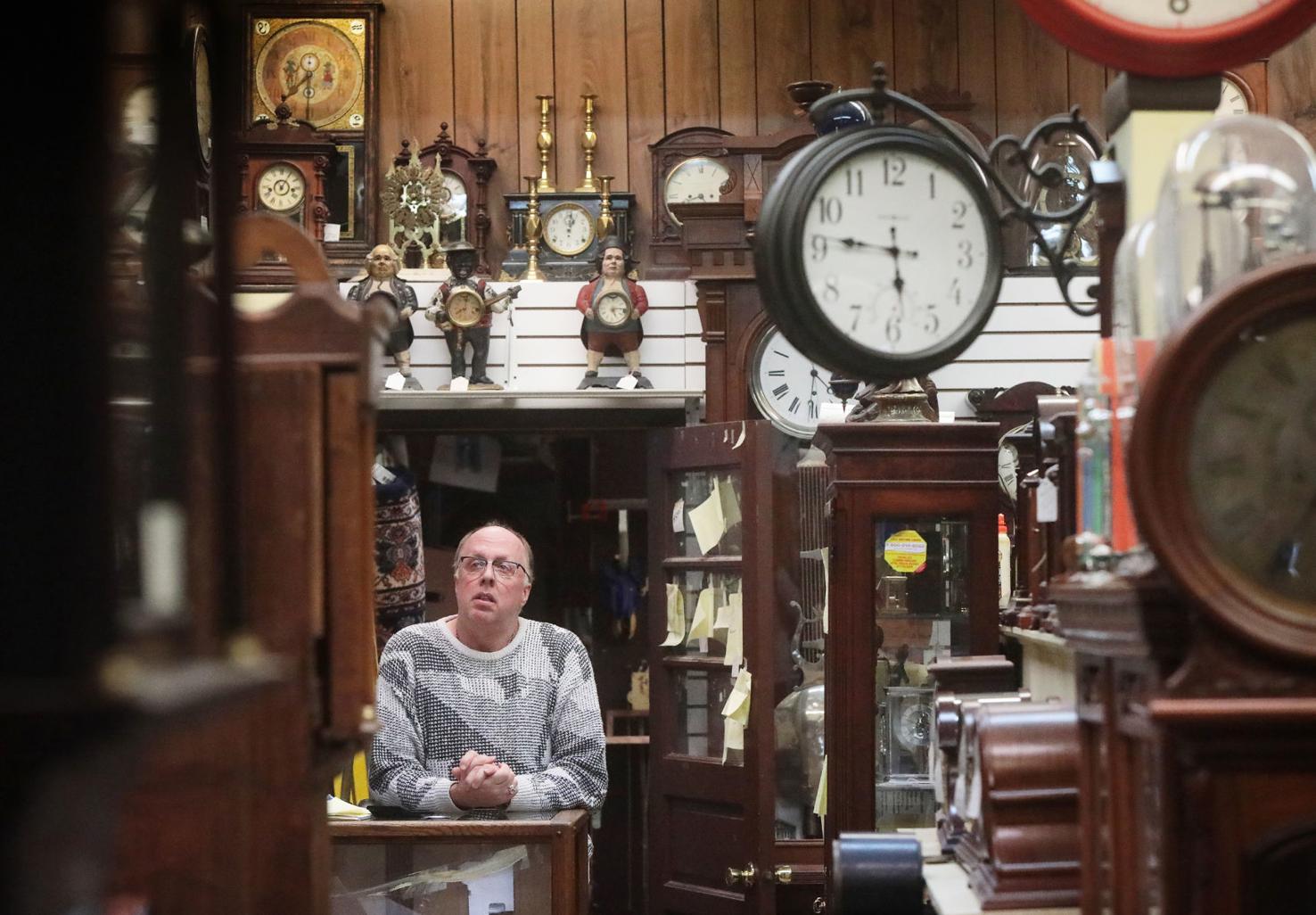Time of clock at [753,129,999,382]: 5:46
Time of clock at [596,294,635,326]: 5:14
